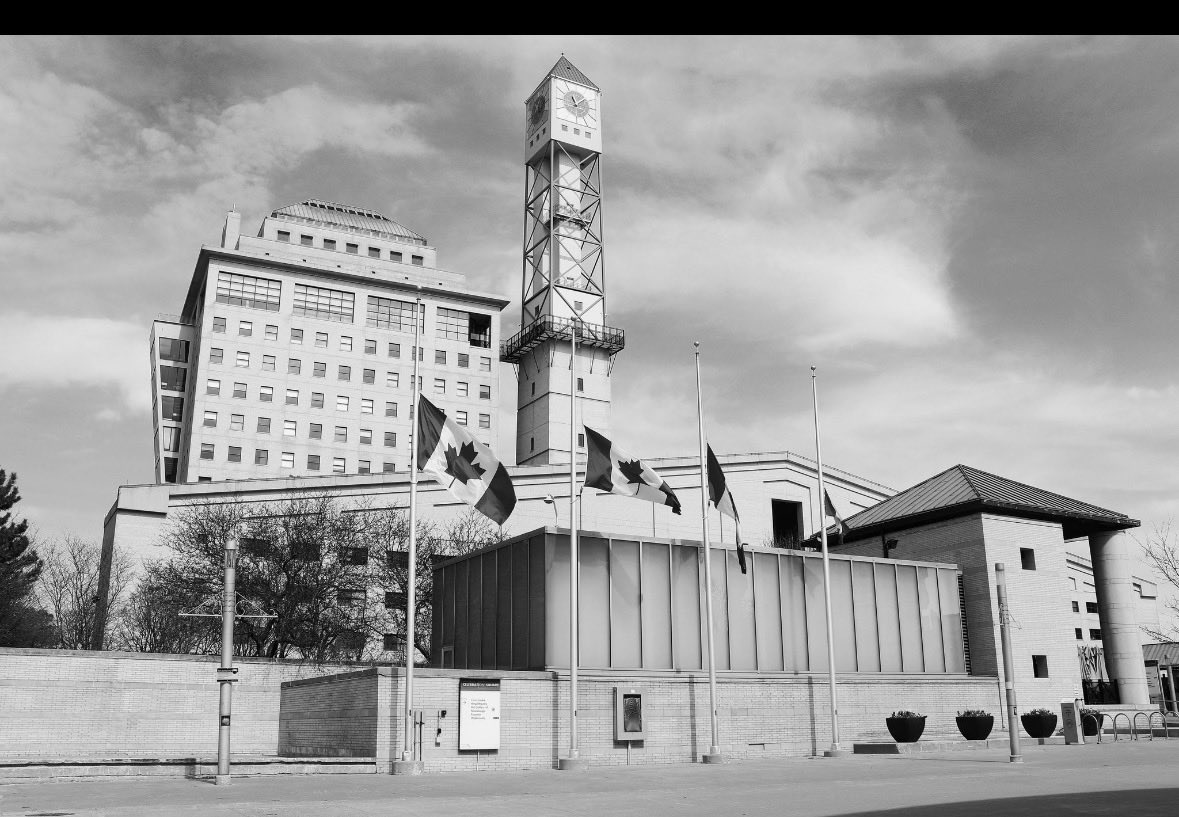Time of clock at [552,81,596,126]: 11:07
